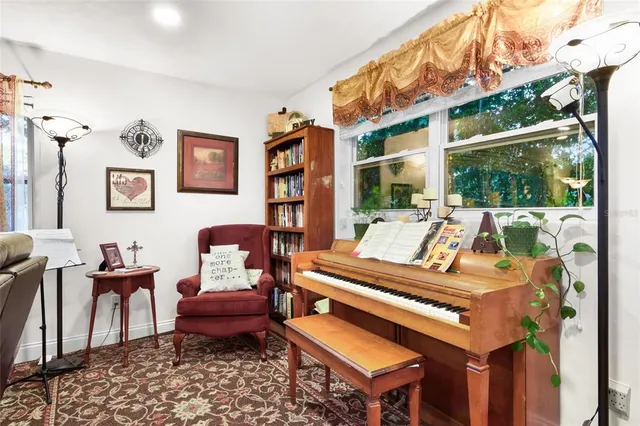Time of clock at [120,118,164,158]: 5:59
